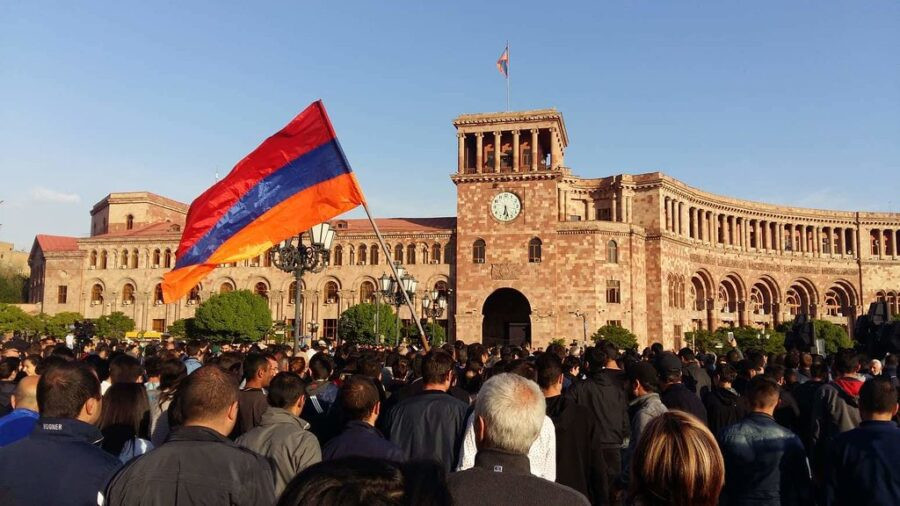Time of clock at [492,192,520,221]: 6:27
